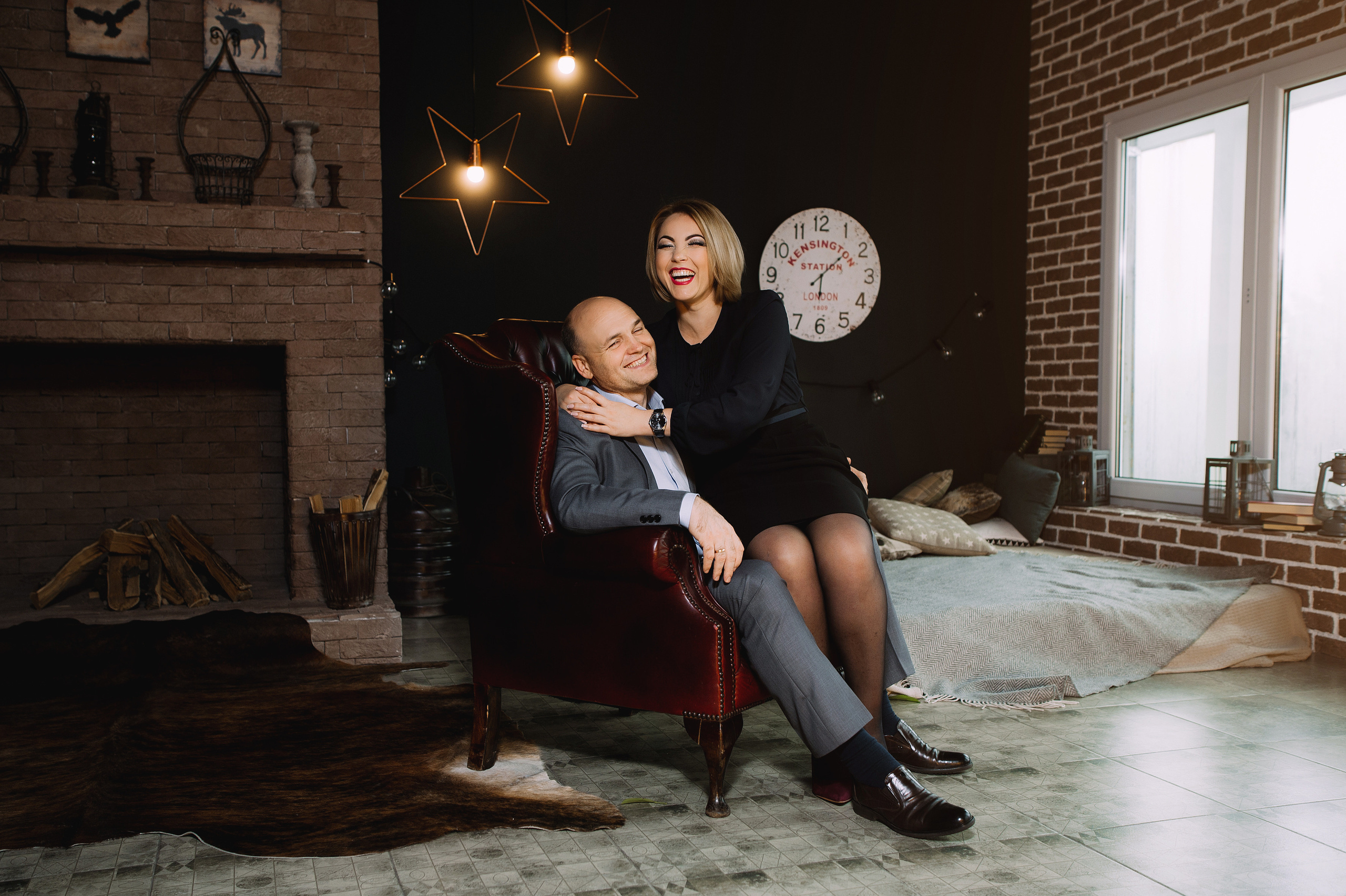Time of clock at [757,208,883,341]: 6:08
